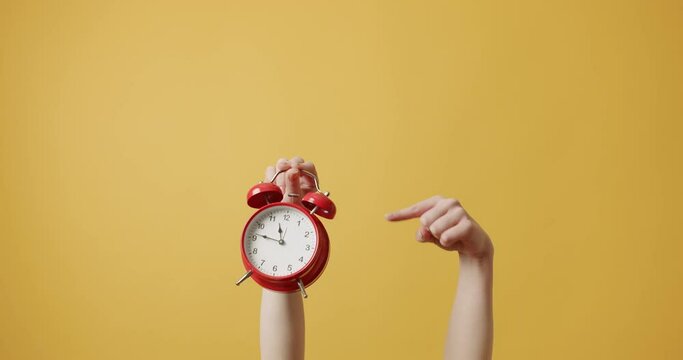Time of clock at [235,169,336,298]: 11:46
